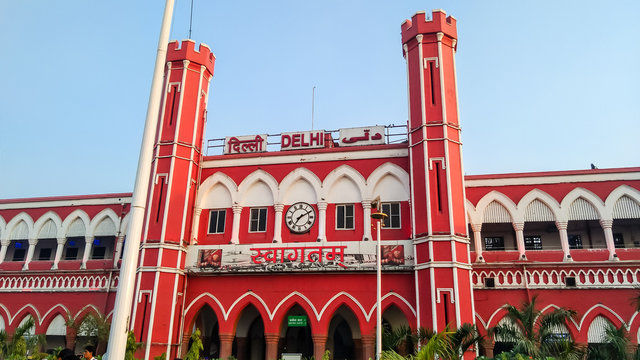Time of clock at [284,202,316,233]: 7:10
